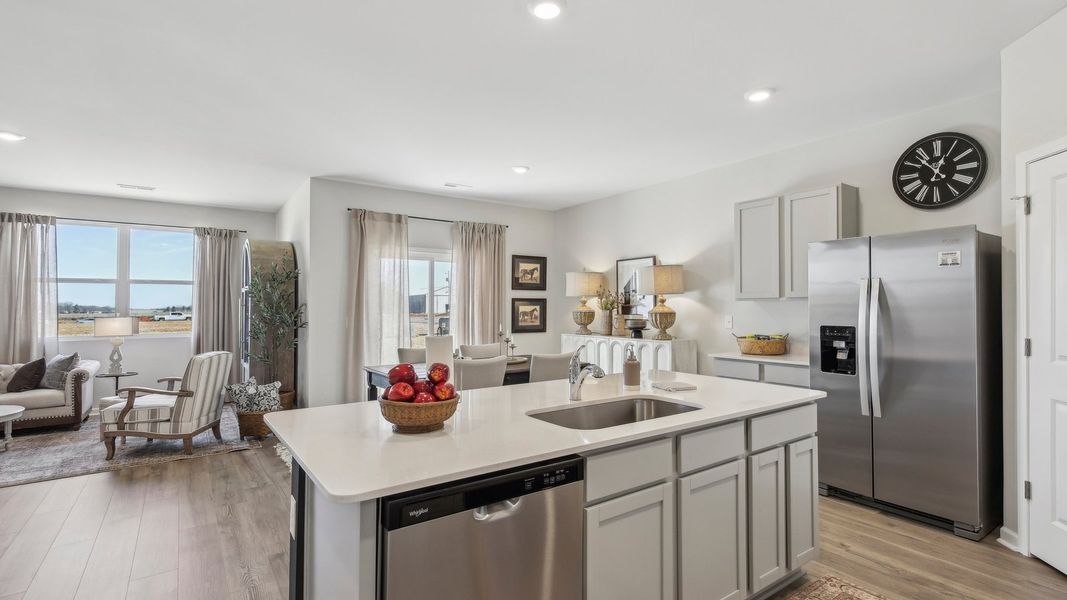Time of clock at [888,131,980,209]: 12:53
